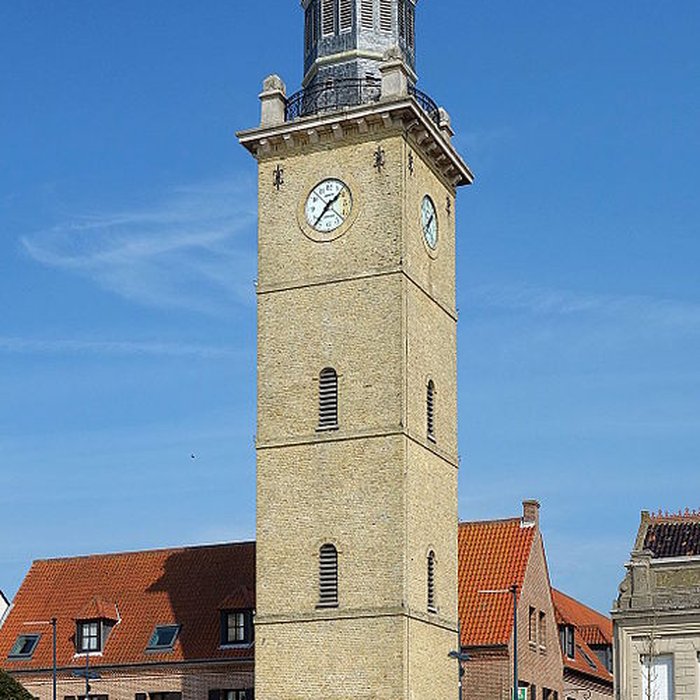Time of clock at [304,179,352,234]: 1:36
